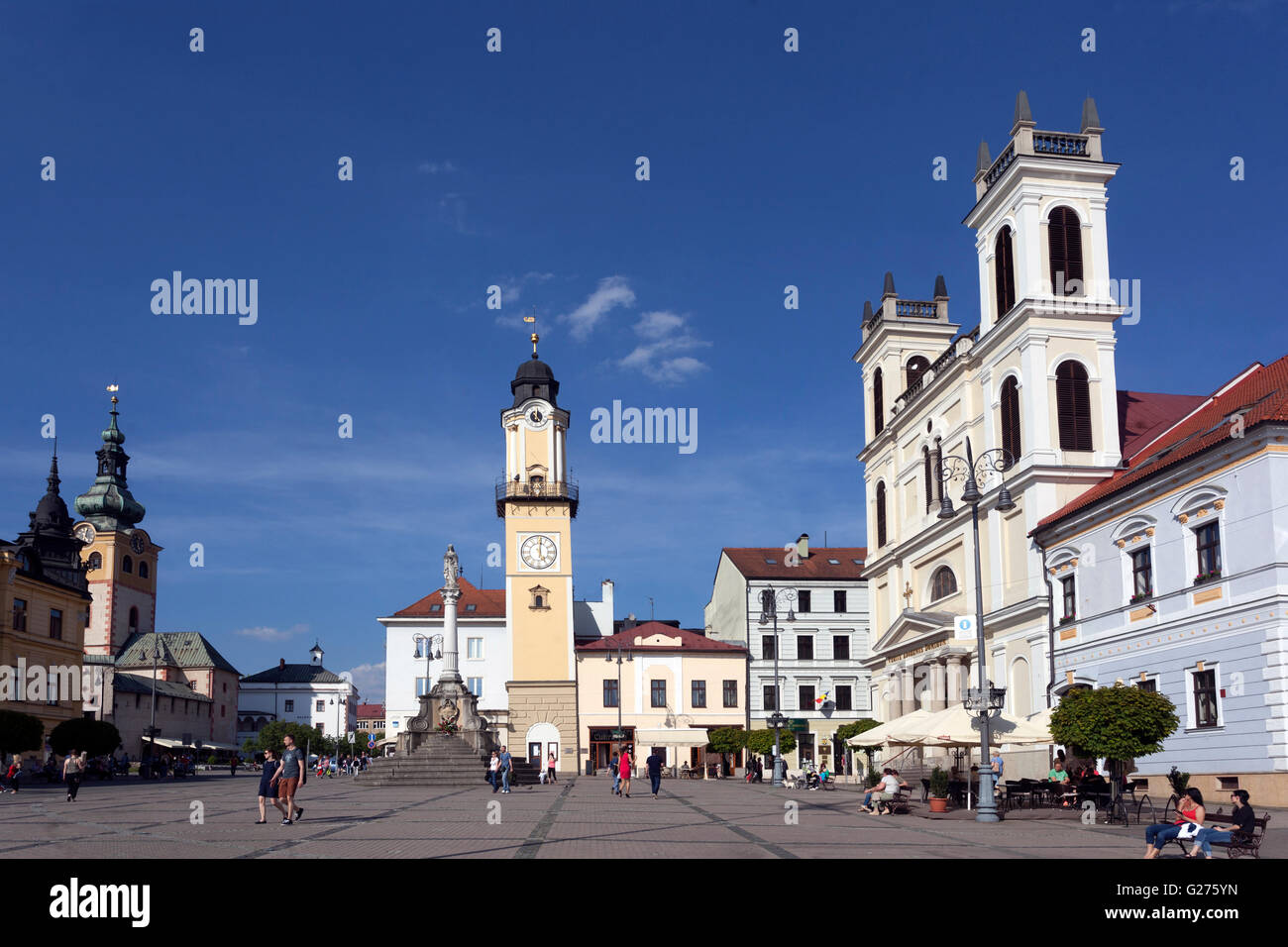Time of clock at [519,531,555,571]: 5:01
